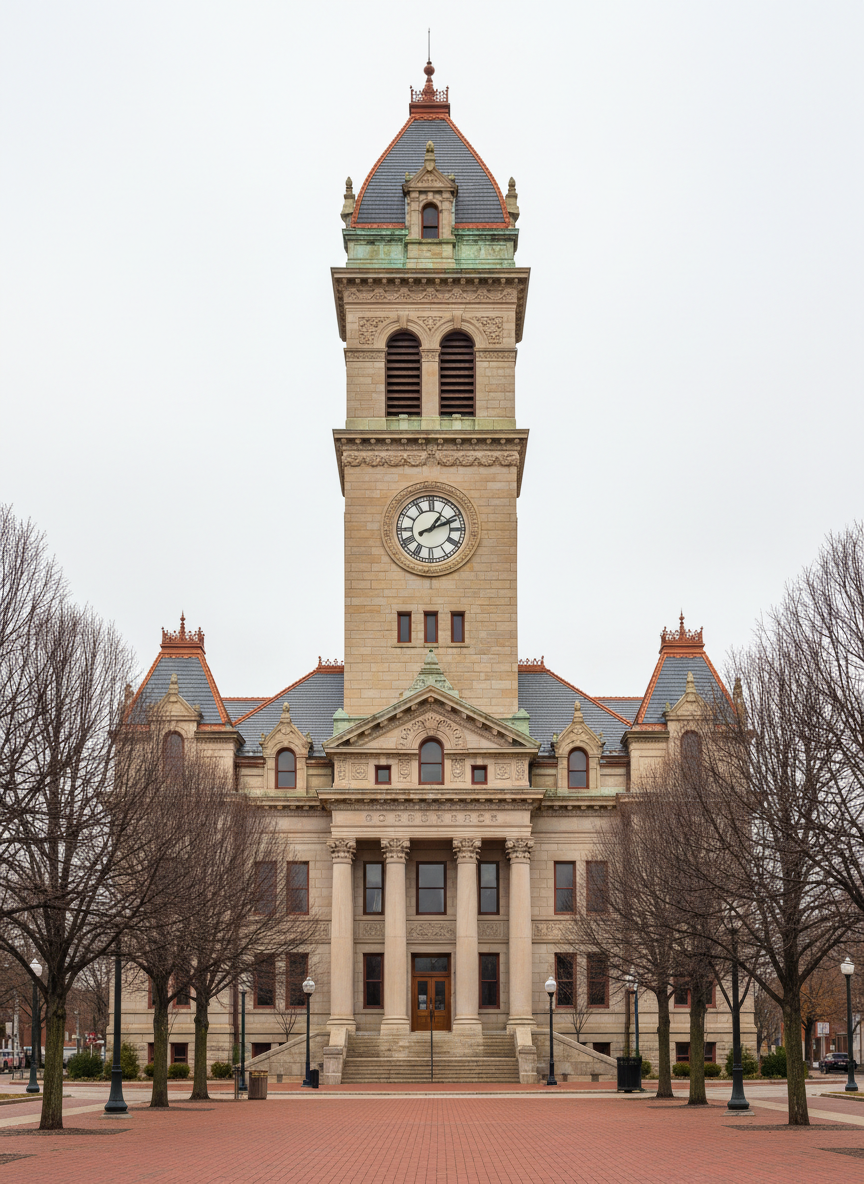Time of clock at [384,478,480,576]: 1:11
